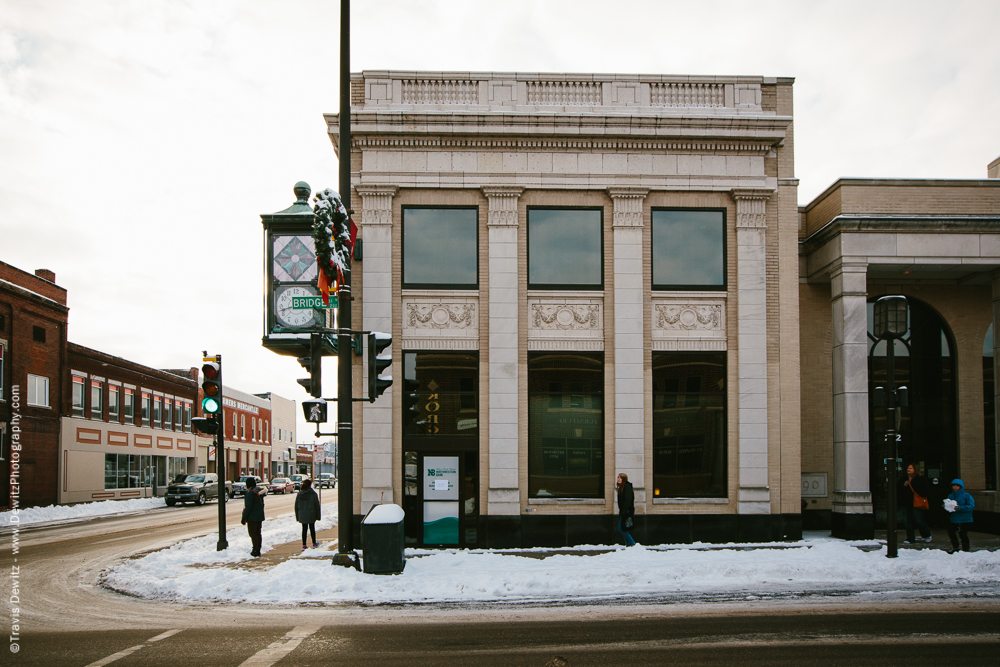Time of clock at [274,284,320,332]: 2:42
